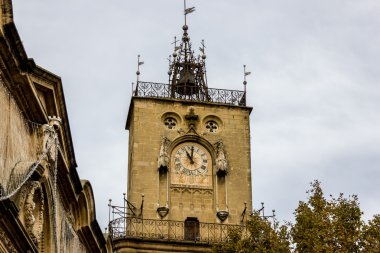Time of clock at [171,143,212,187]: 11:01
